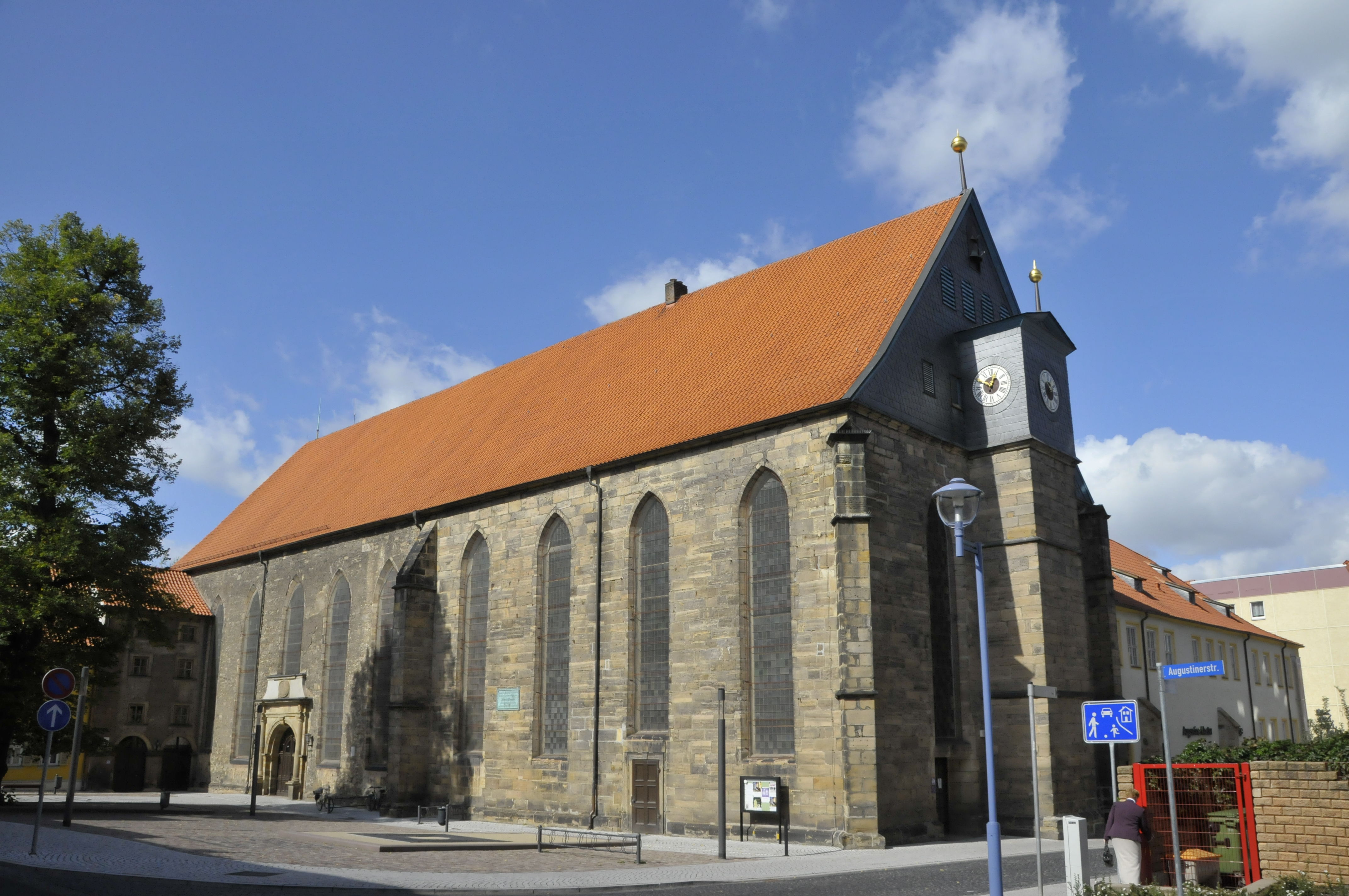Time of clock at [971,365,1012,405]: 12:49
